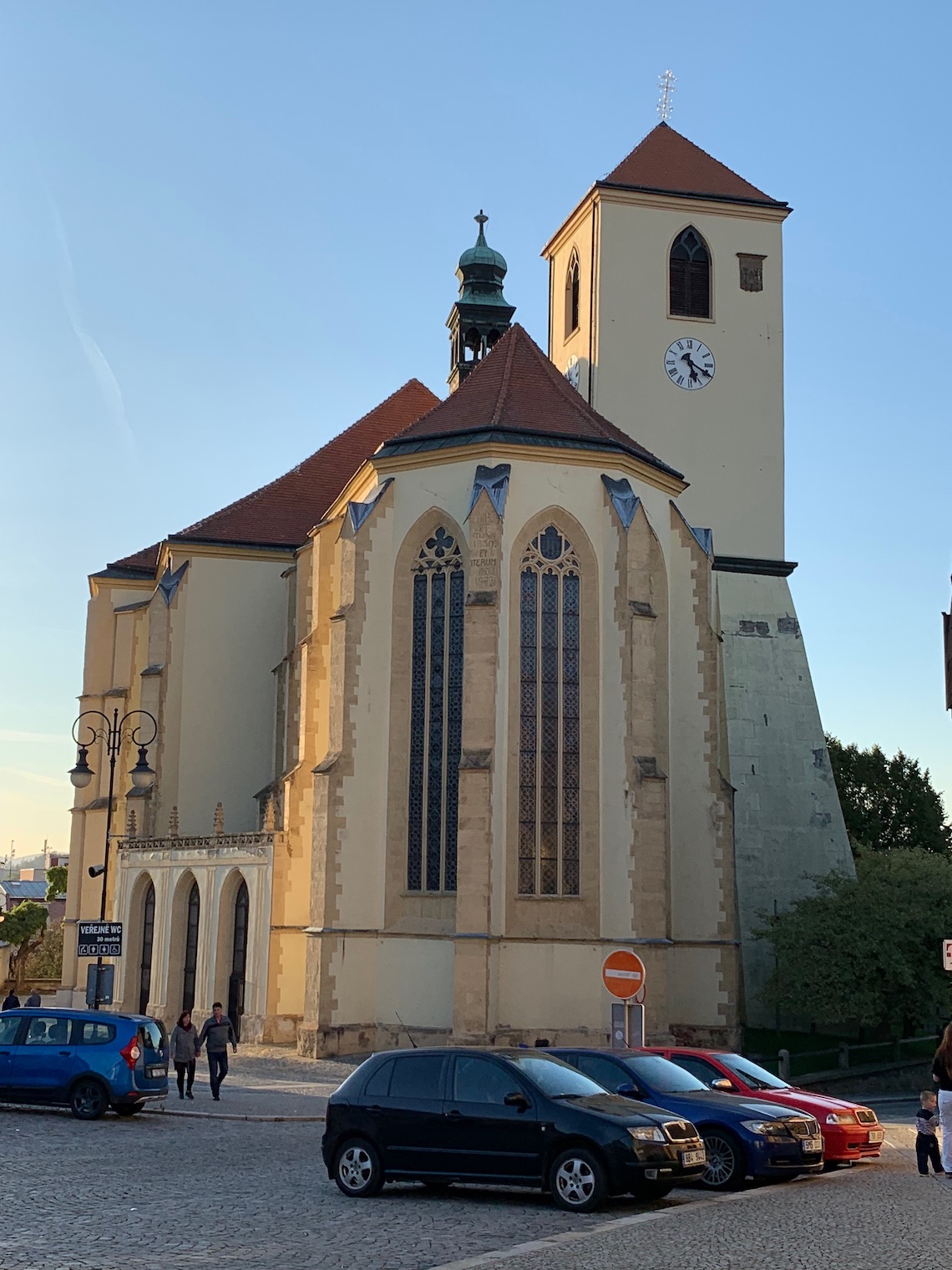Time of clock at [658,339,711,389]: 5:19
